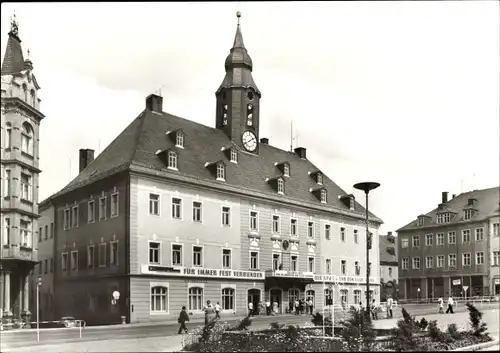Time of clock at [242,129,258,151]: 1:39
